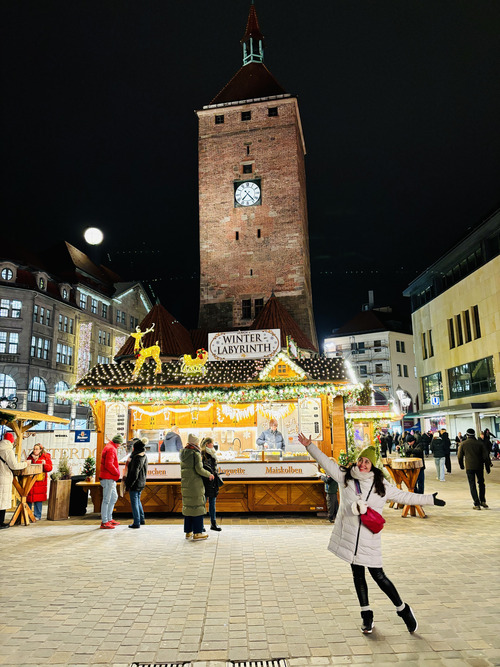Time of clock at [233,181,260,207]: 7:23
